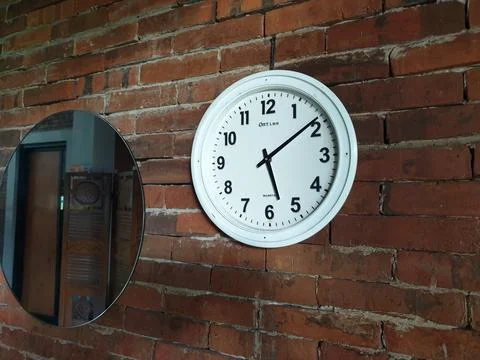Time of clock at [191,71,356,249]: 5:08
